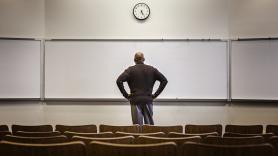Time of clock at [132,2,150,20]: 5:24
